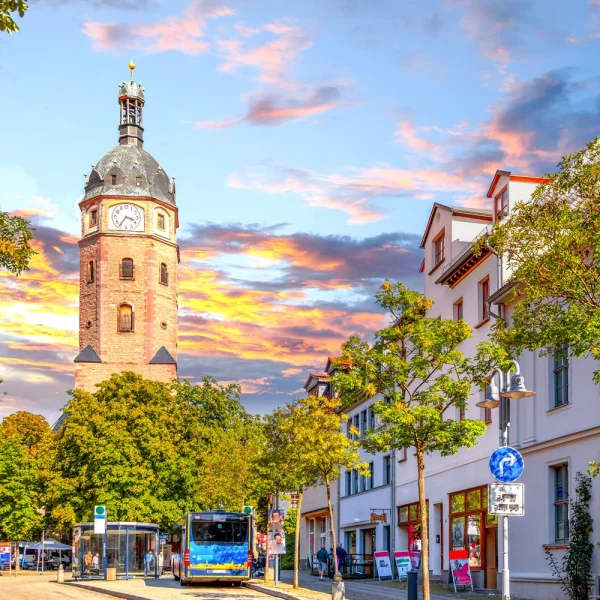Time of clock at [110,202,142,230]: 3:35
